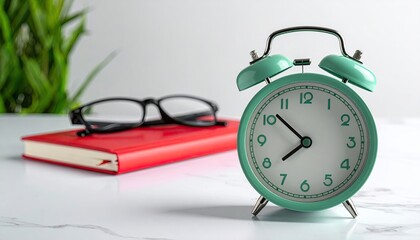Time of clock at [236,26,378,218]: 7:52
